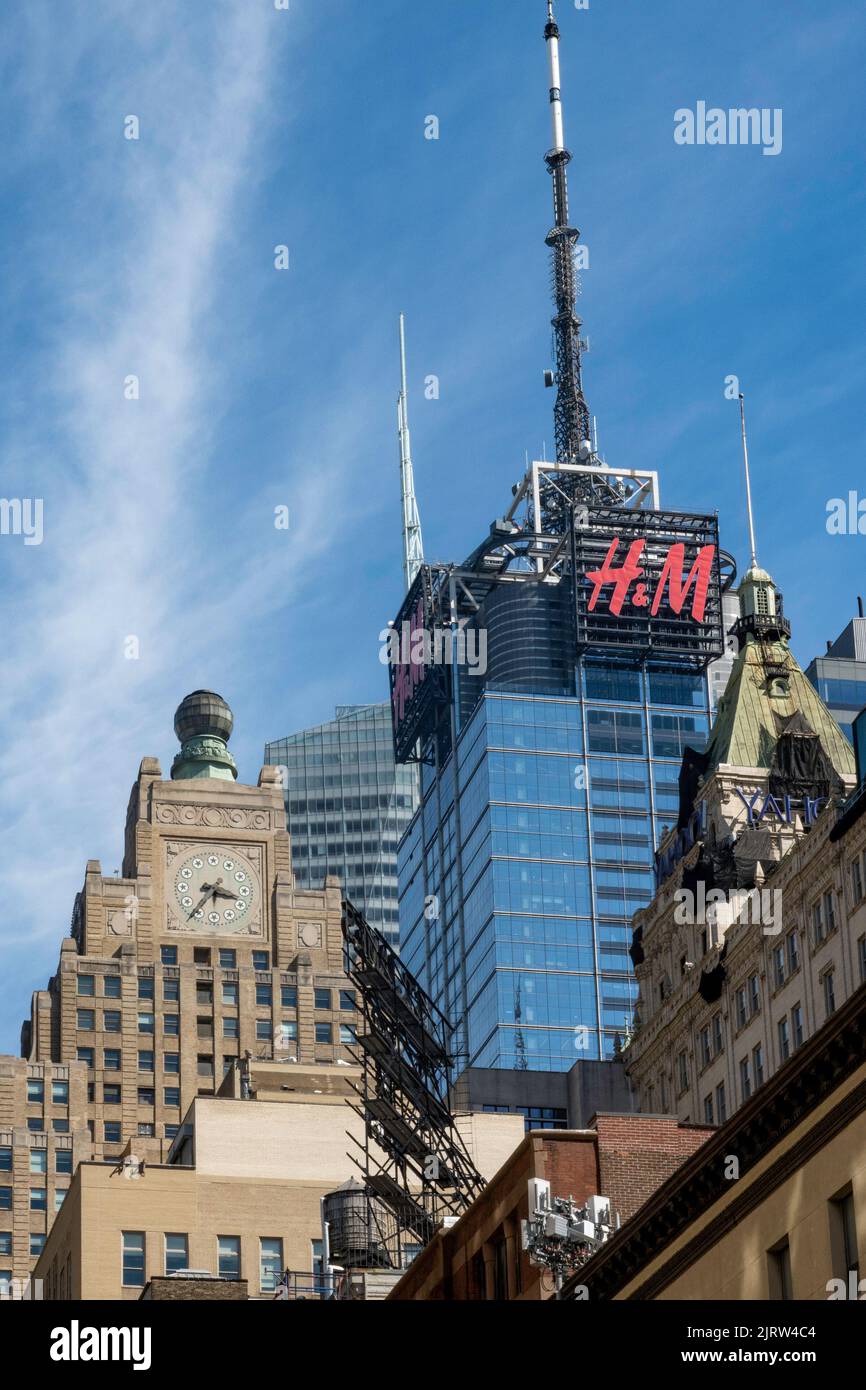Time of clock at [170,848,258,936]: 3:36
